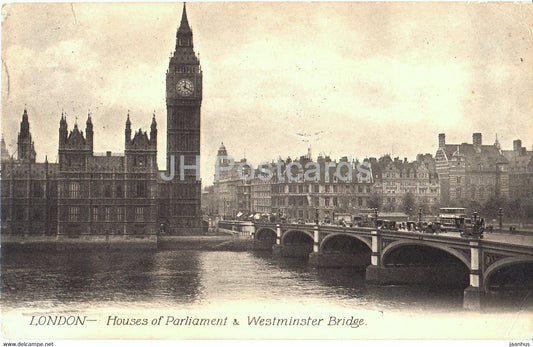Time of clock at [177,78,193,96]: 12:19
